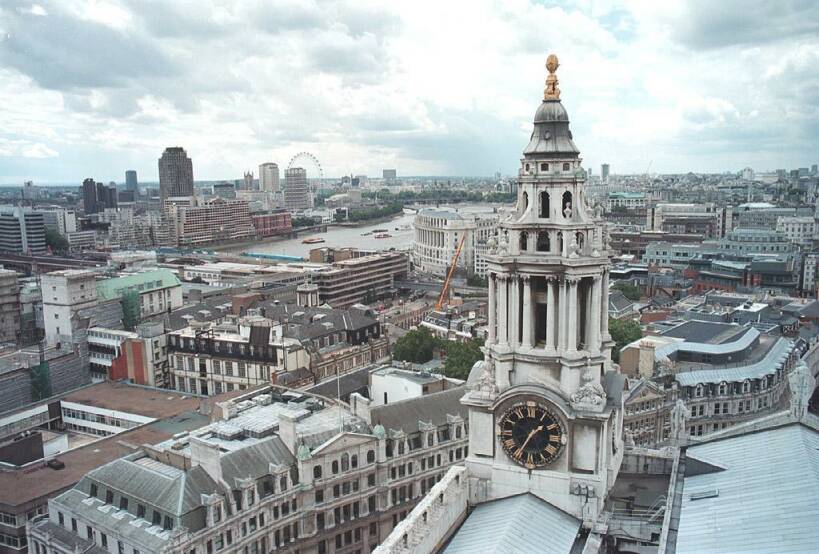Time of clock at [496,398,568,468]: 1:35
